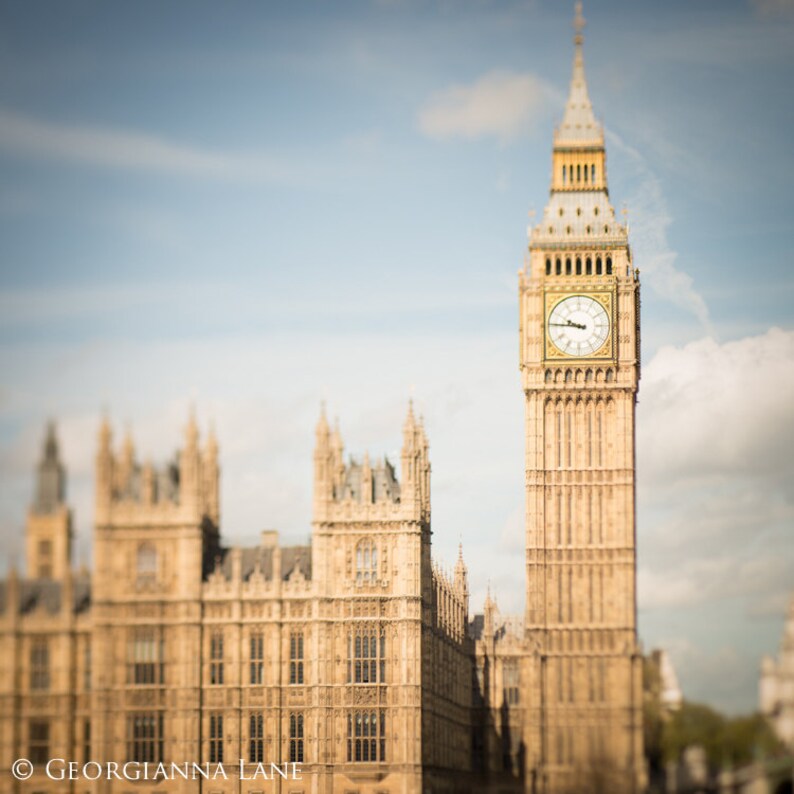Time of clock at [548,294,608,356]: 9:45
